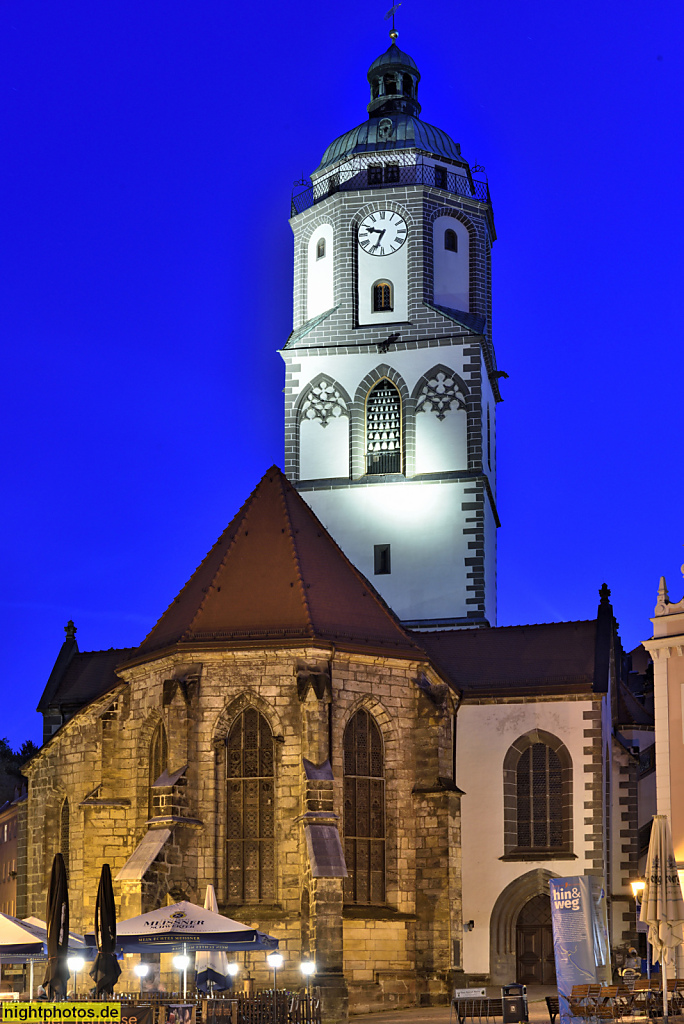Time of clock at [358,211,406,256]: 9:33
